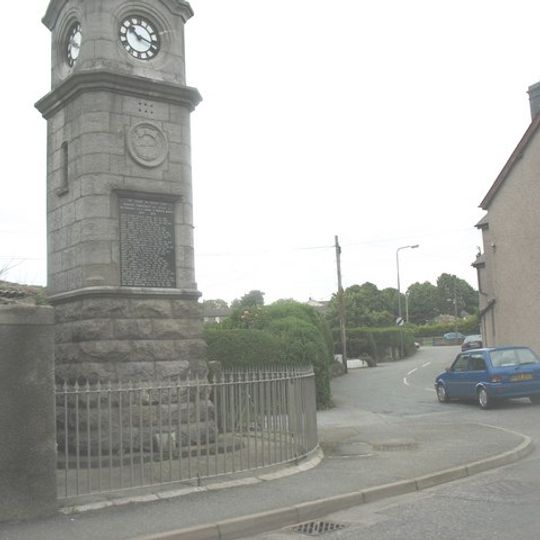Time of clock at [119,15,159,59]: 10:17
